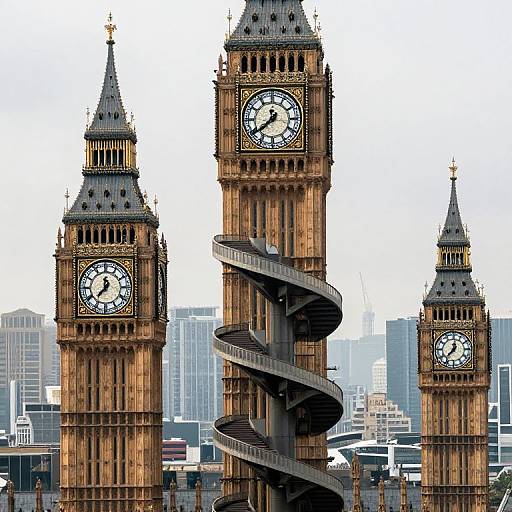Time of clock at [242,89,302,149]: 7:38
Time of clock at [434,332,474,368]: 12:37
